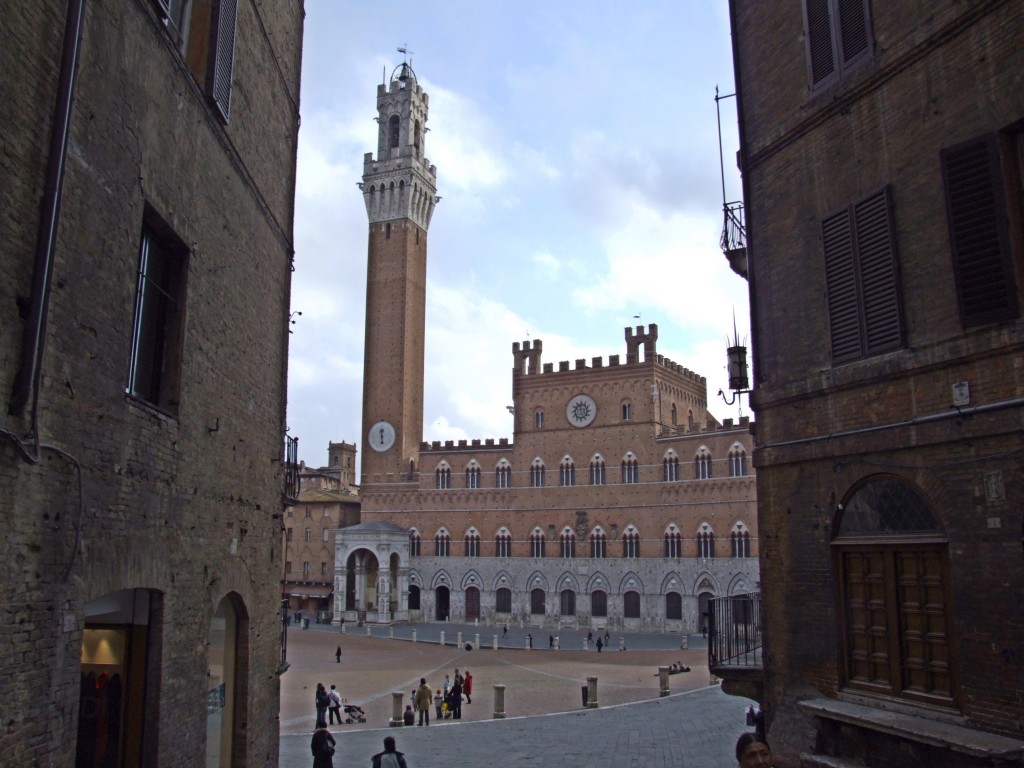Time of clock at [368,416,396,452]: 11:28
